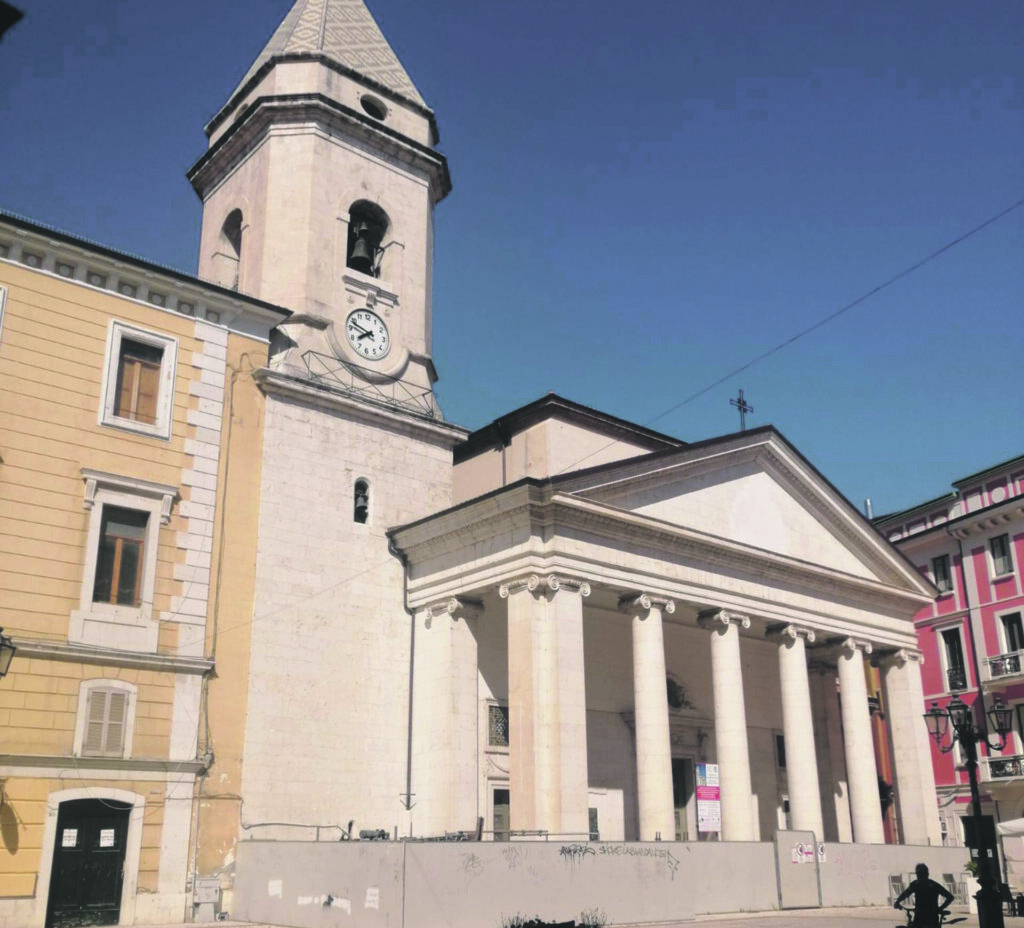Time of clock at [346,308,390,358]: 7:48
